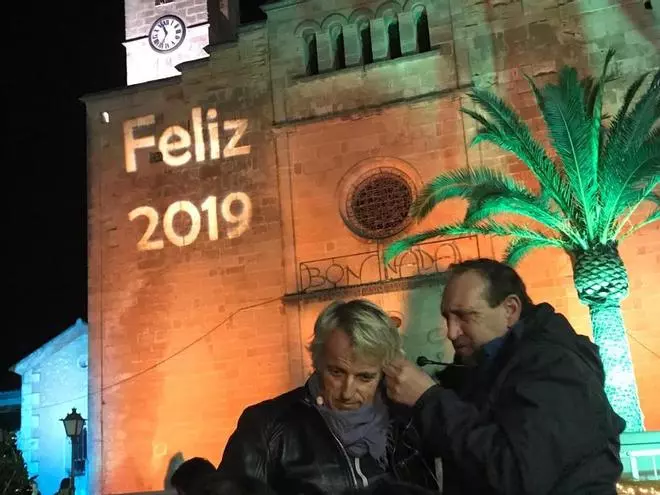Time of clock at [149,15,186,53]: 11:34
